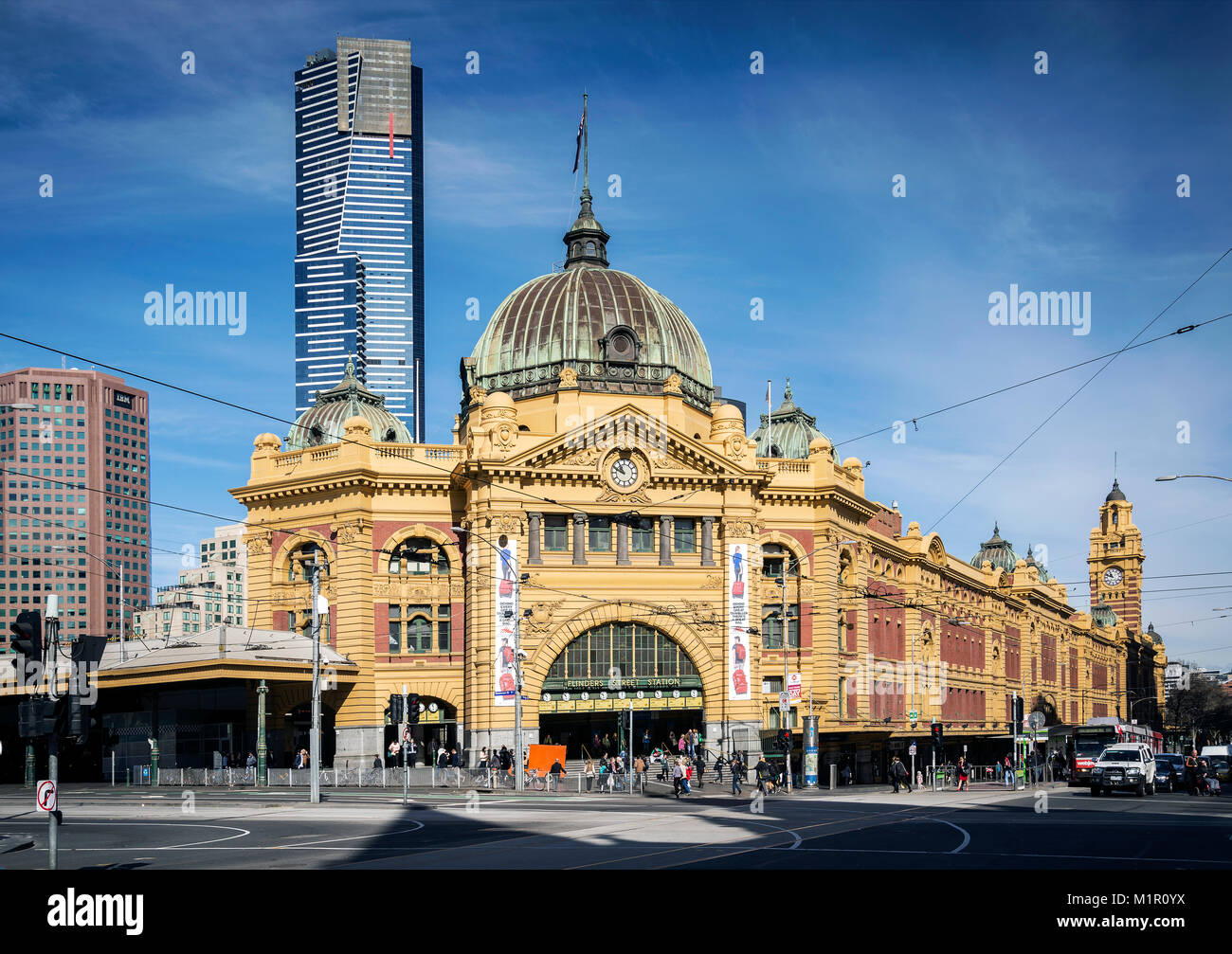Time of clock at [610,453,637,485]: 10:48
